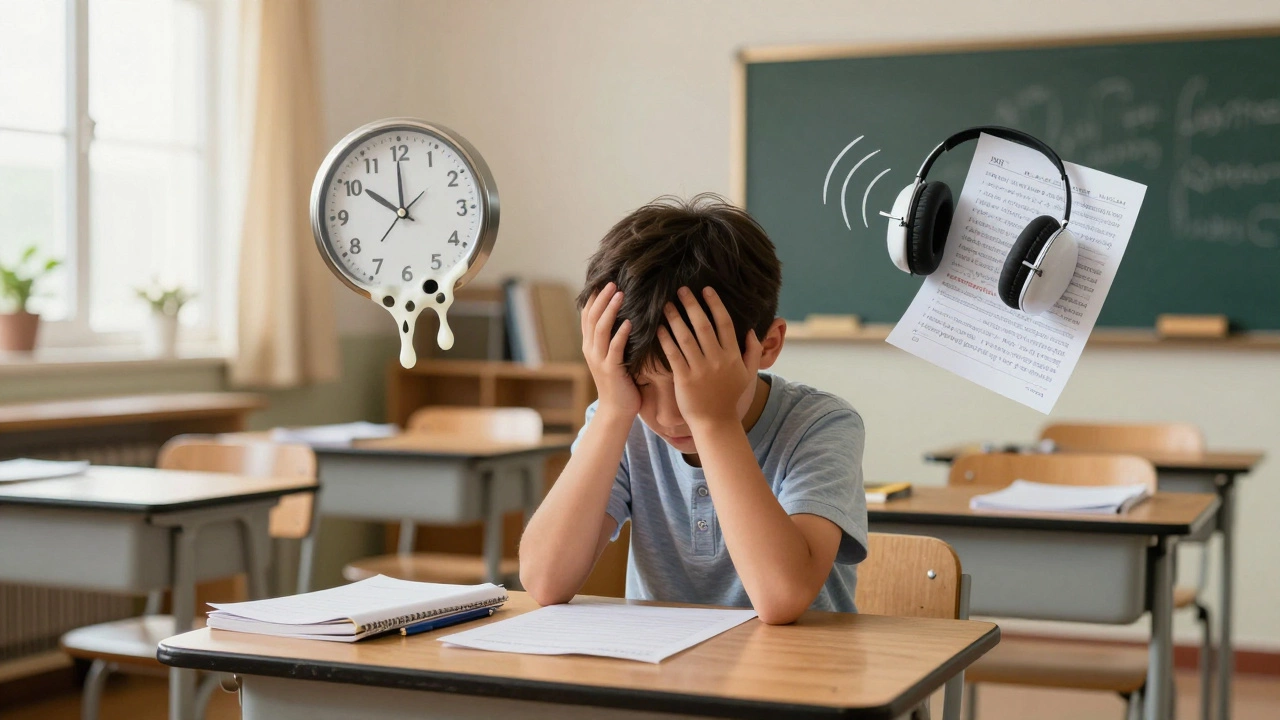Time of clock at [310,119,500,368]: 9:59
